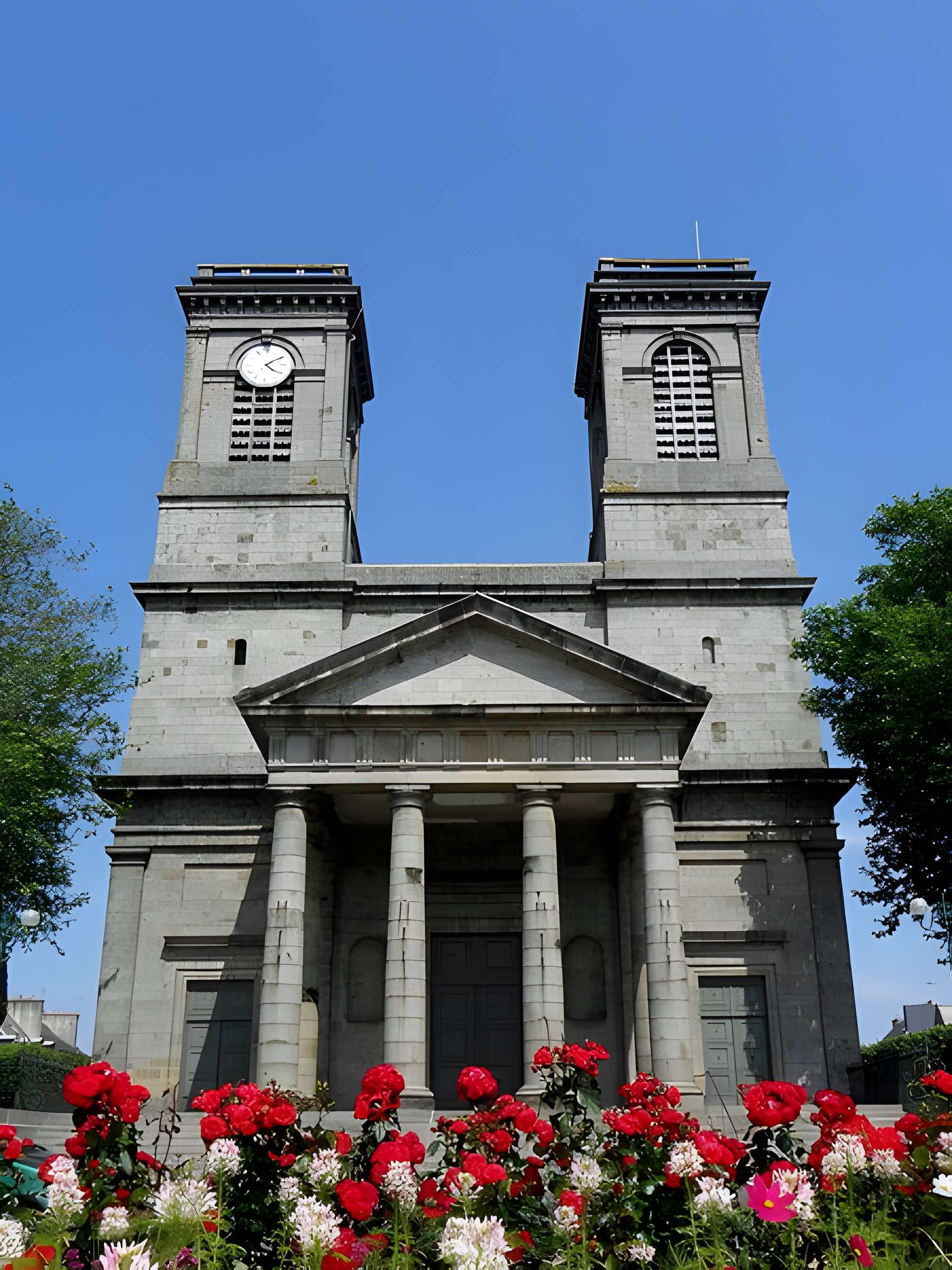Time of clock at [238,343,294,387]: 4:09
